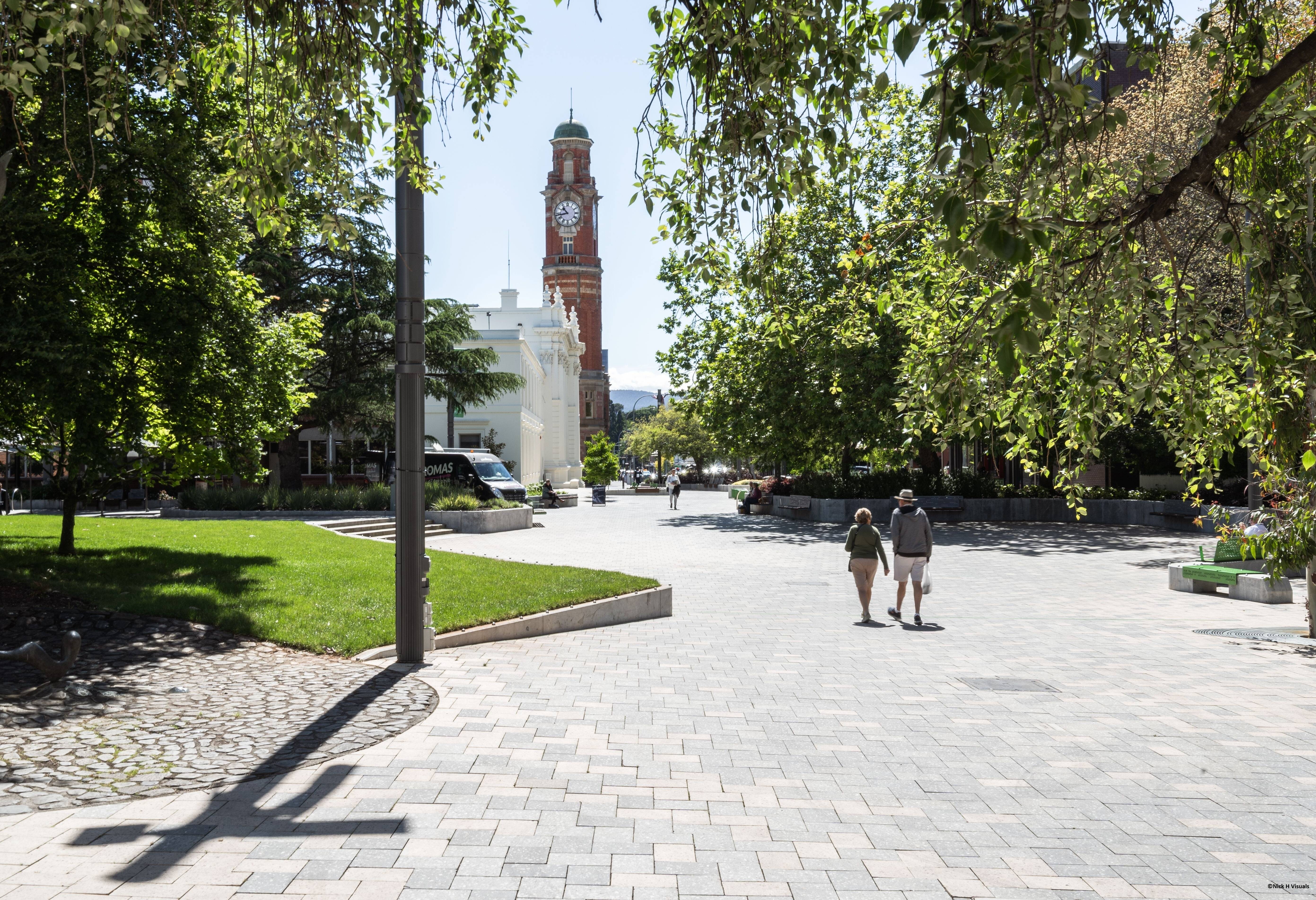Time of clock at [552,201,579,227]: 10:42
